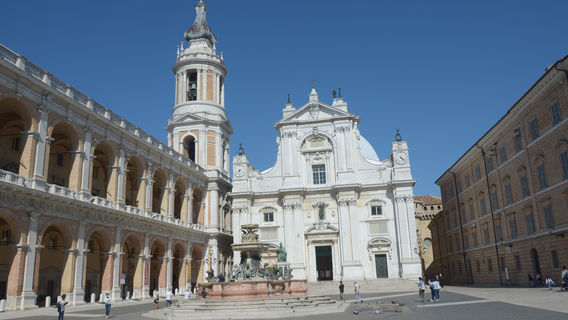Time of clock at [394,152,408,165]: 4:22
